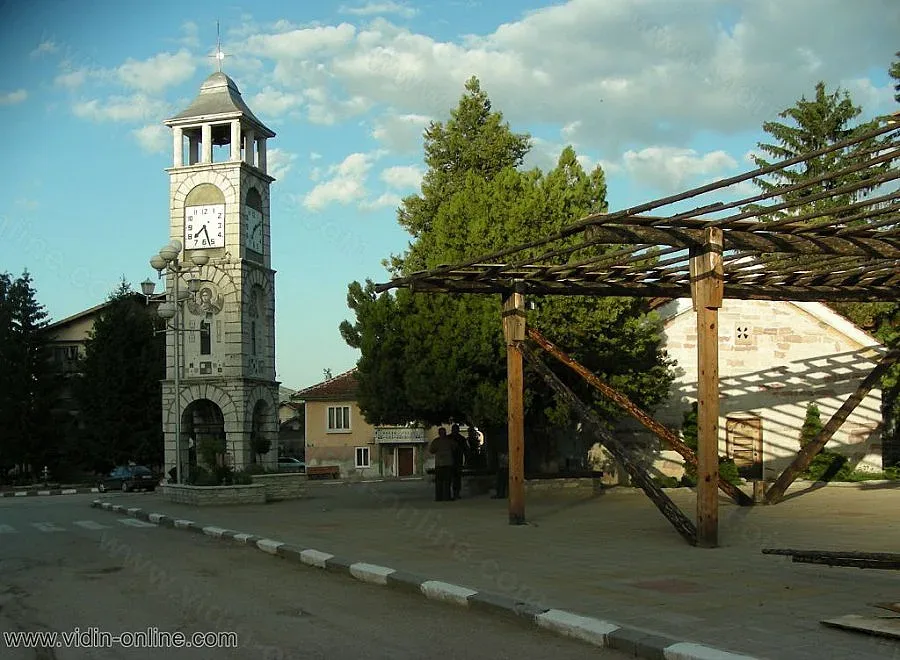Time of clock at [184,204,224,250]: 7:27
